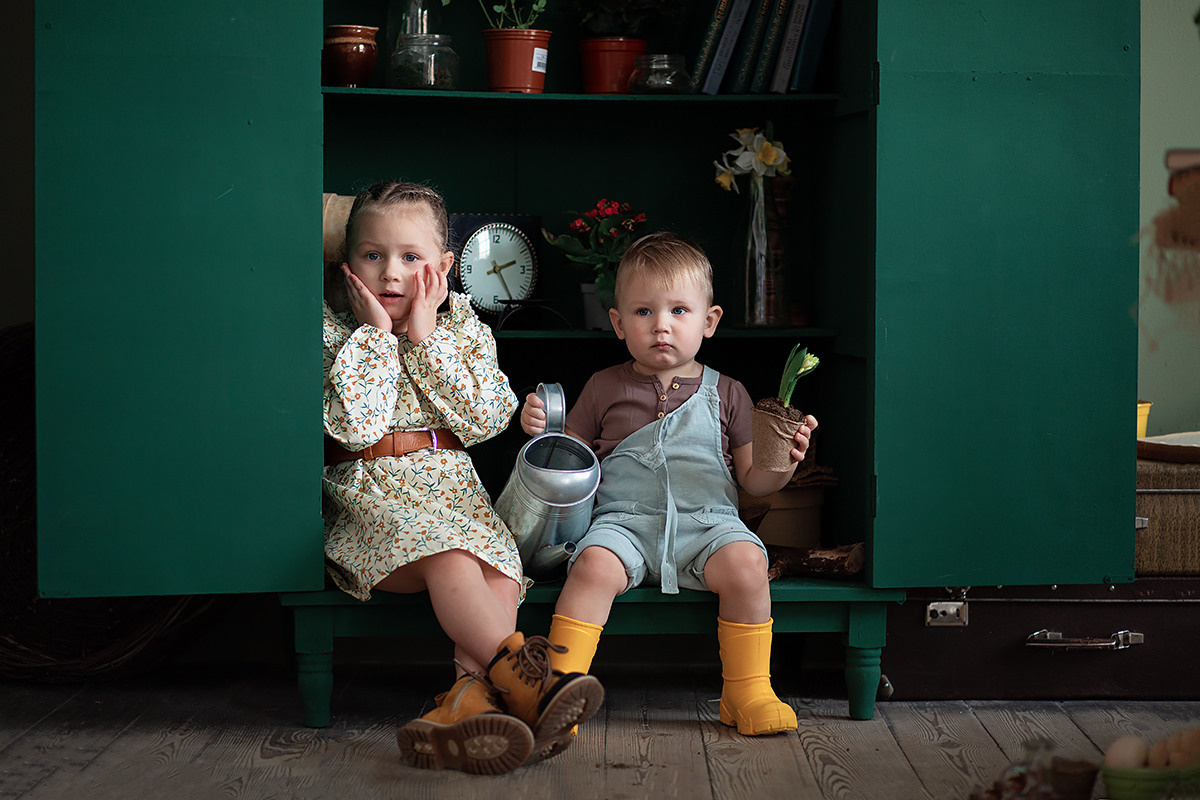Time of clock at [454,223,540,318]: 2:24
